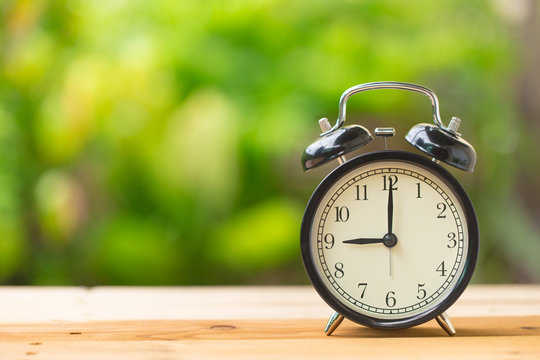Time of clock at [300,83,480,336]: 9:00
